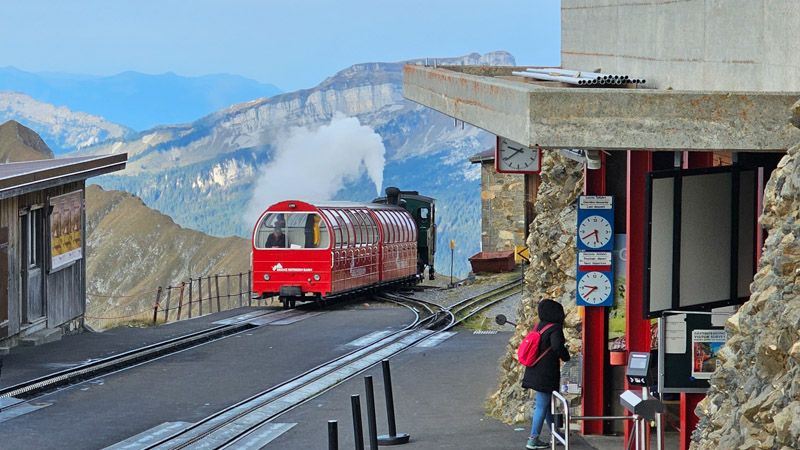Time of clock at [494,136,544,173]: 9:39
